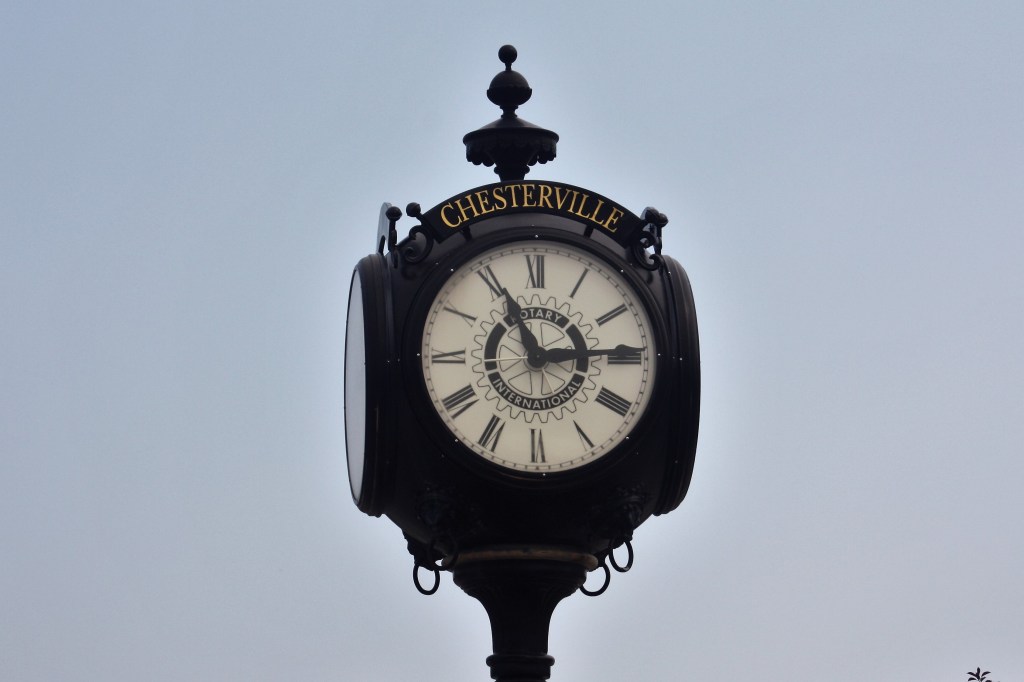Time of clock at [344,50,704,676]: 11:14
